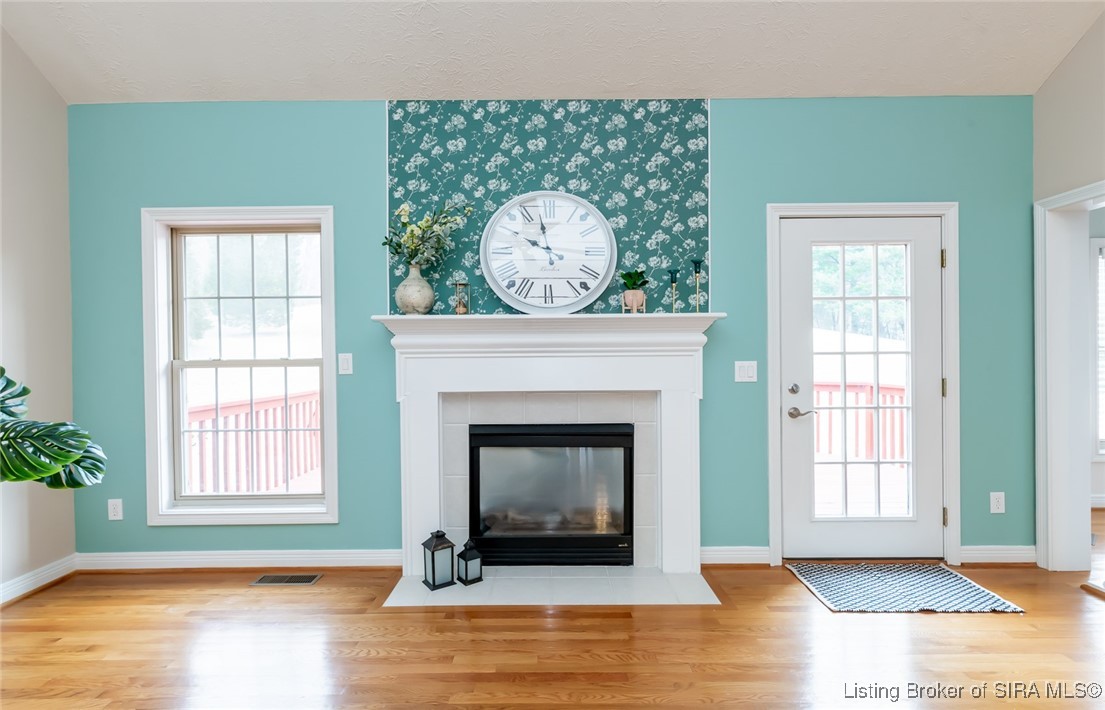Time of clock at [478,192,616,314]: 9:57
